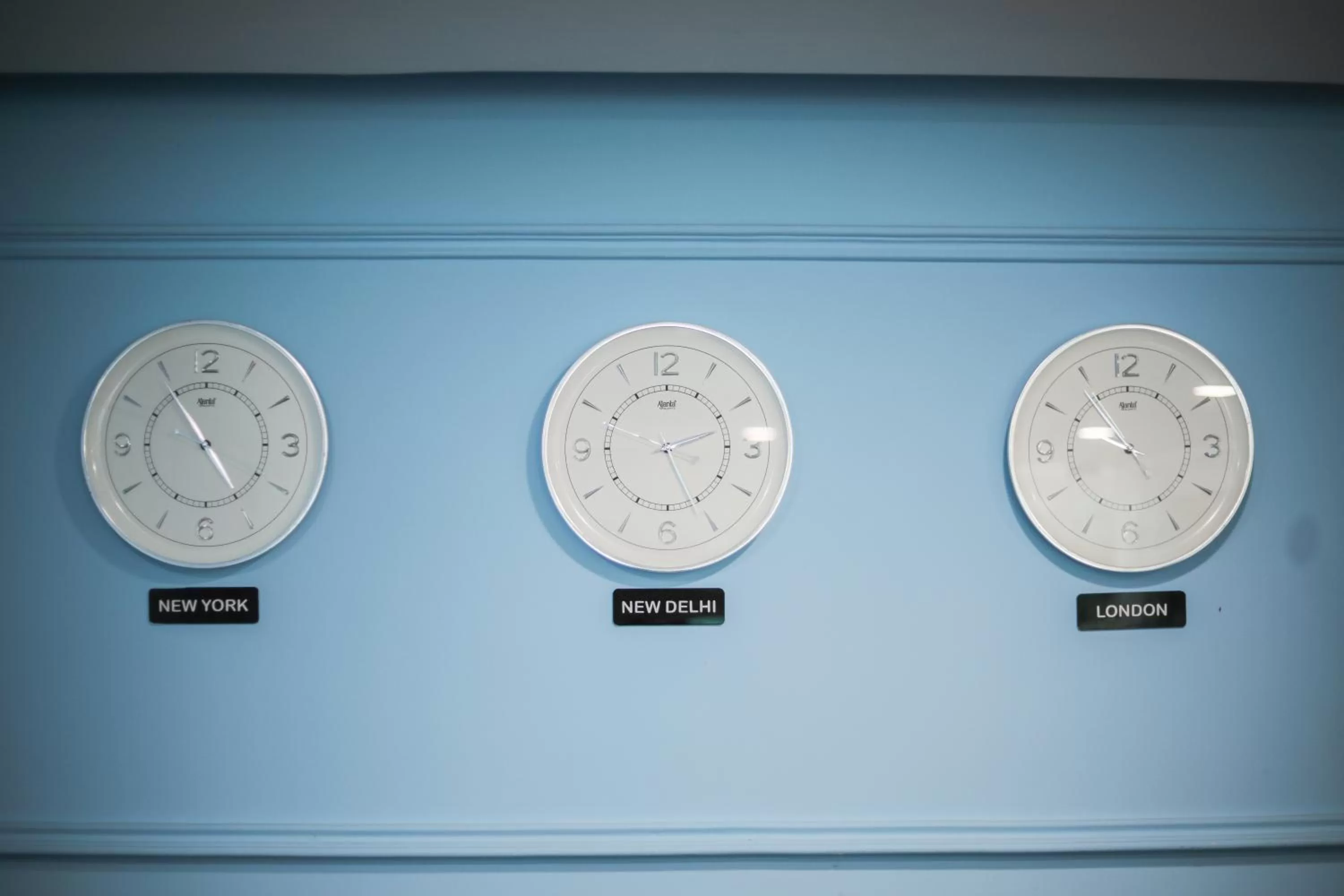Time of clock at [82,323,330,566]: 4:54
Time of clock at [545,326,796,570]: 2:25
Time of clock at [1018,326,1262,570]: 9:54
